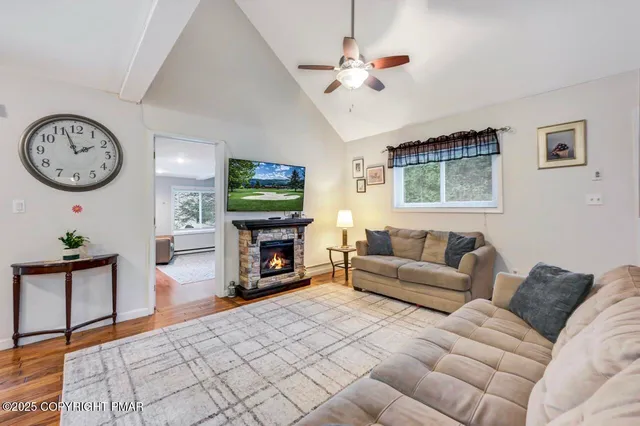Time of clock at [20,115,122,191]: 1:56
